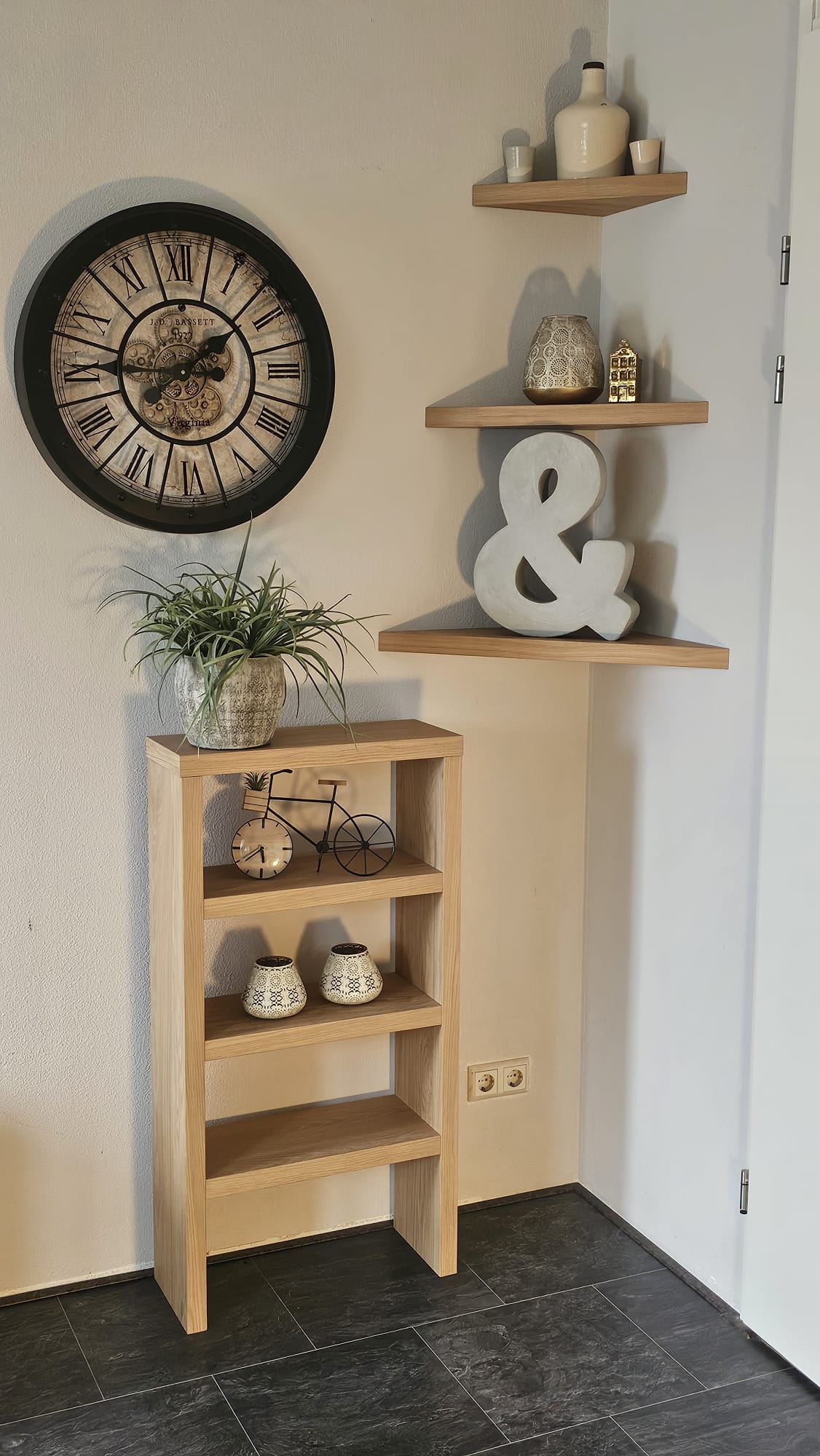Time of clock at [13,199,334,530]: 1:45
